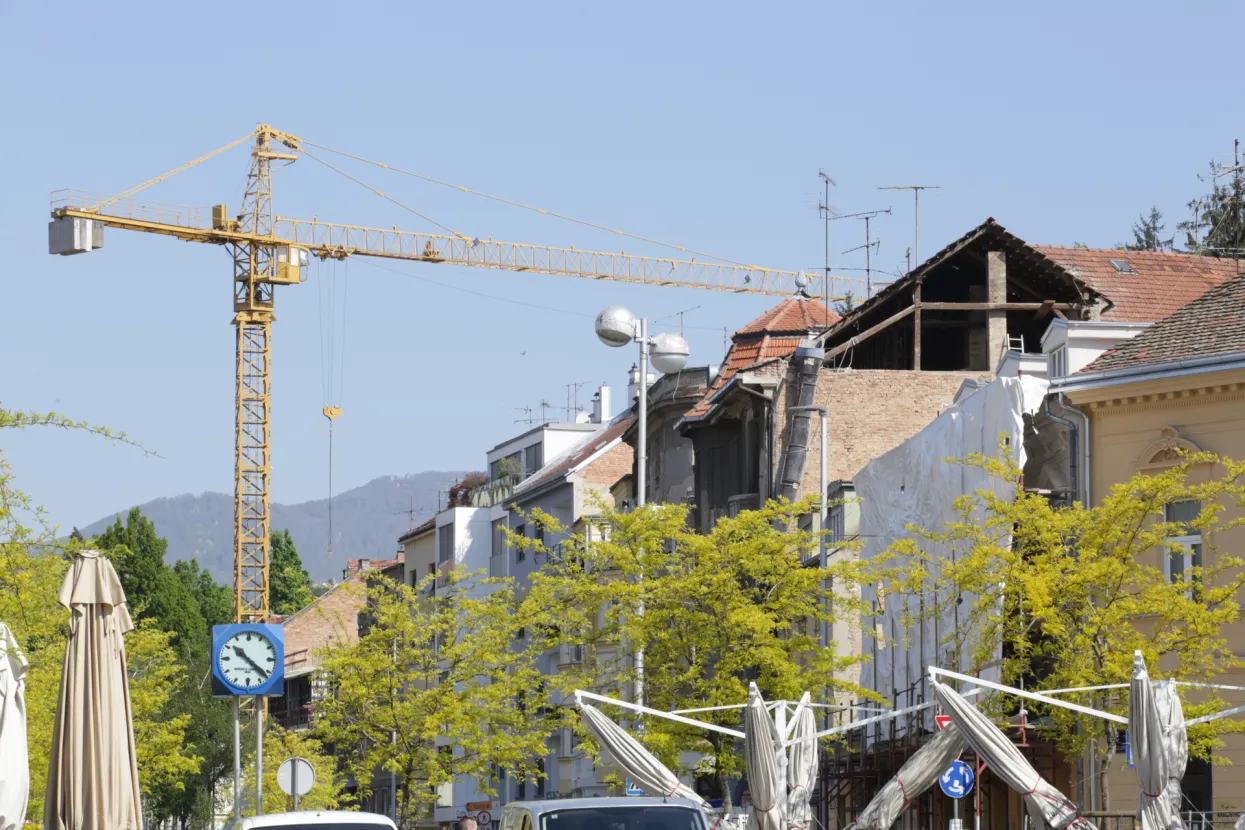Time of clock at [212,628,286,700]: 10:21
